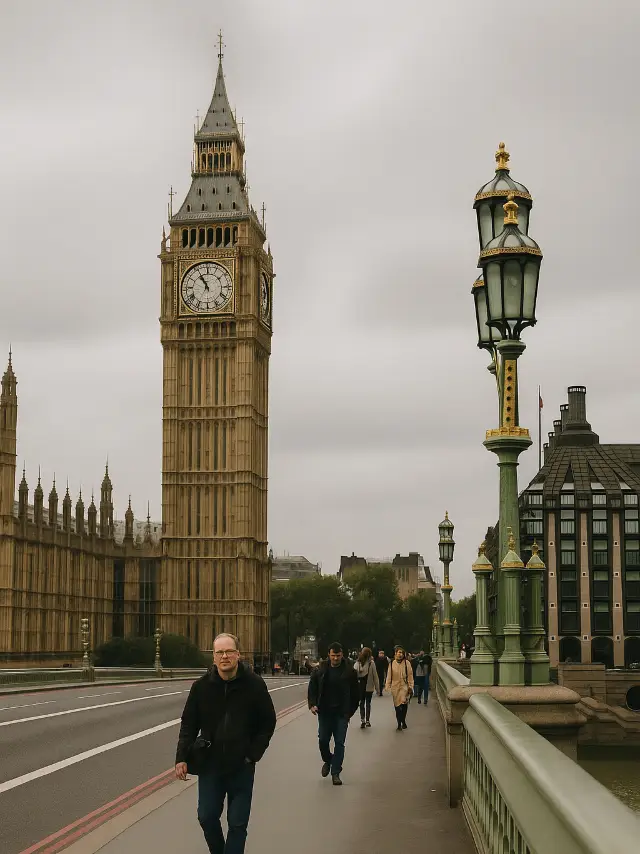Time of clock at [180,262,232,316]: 10:55
